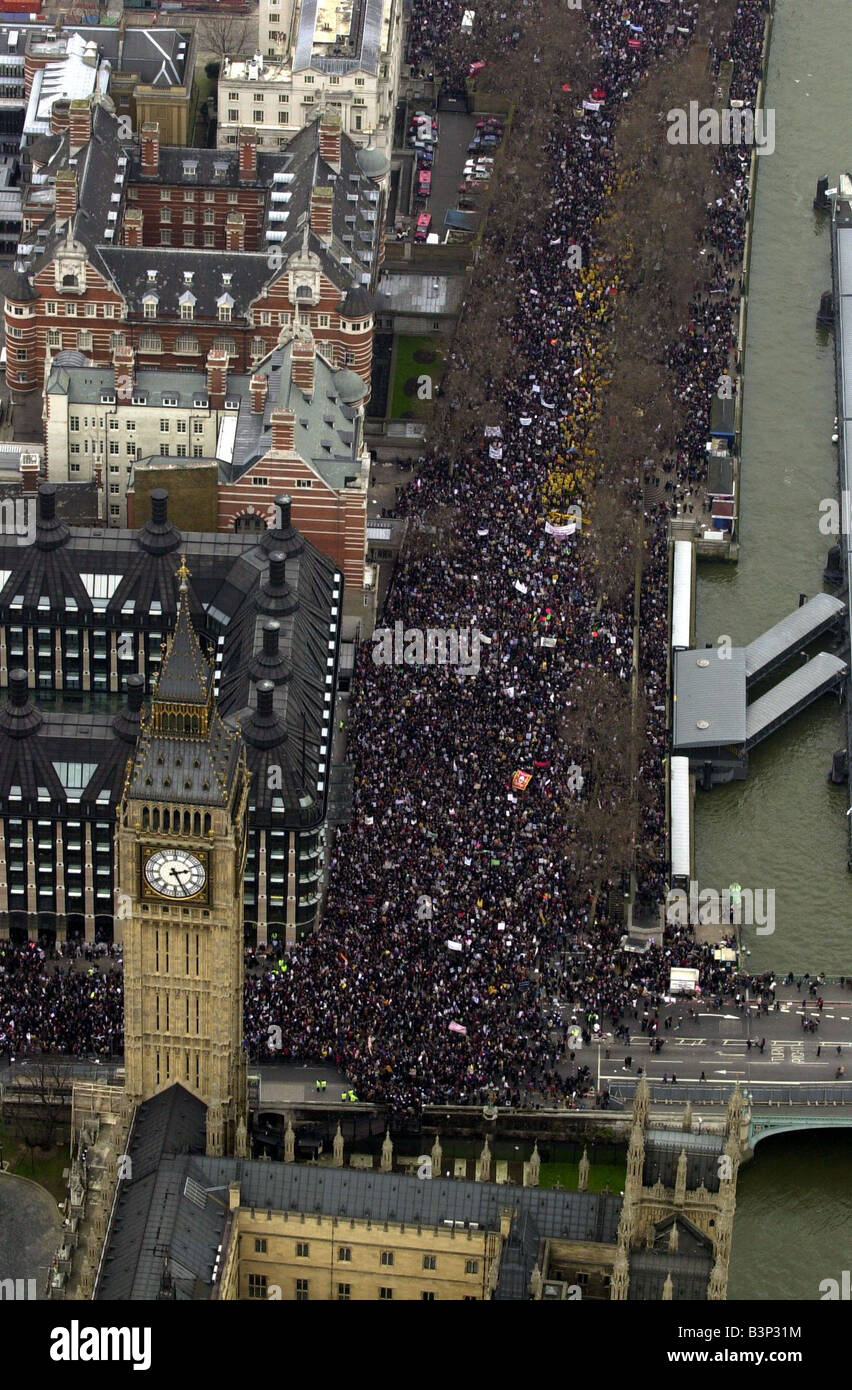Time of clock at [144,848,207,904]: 2:26
